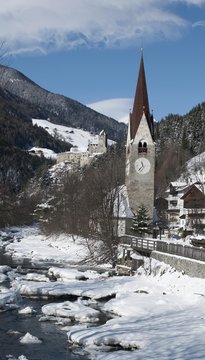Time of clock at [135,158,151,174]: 11:37
